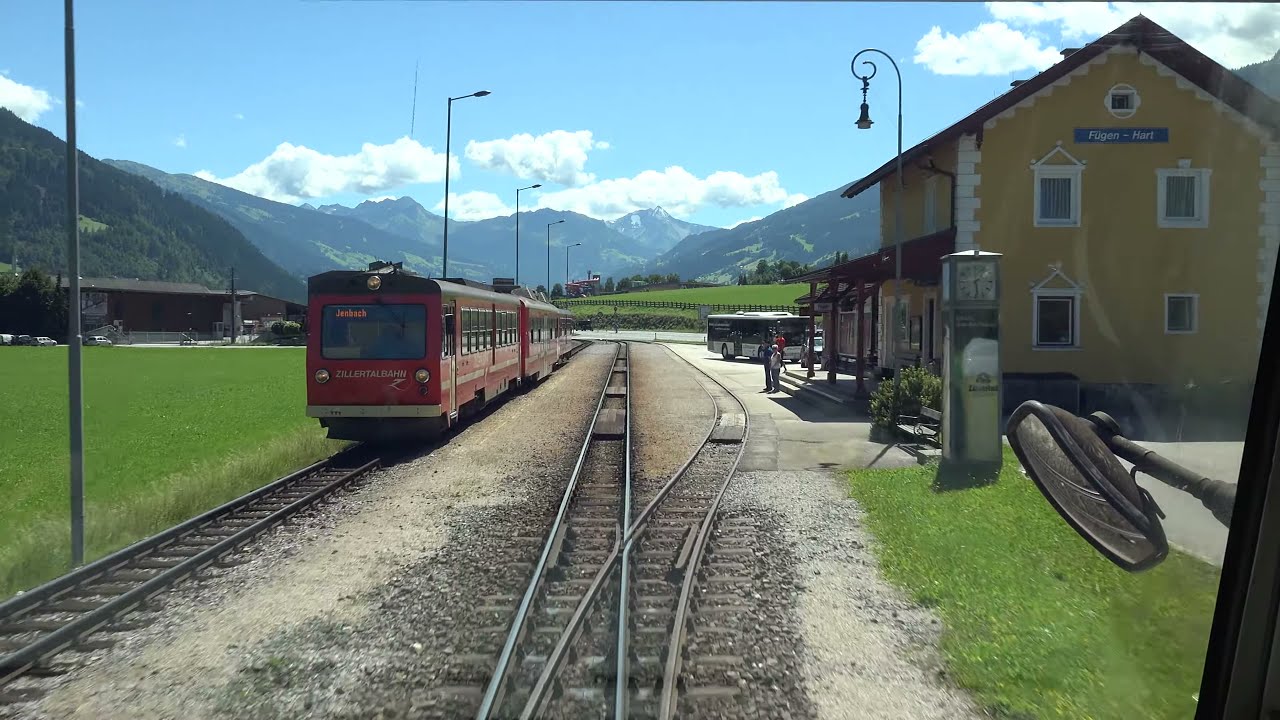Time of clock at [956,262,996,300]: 1:28
